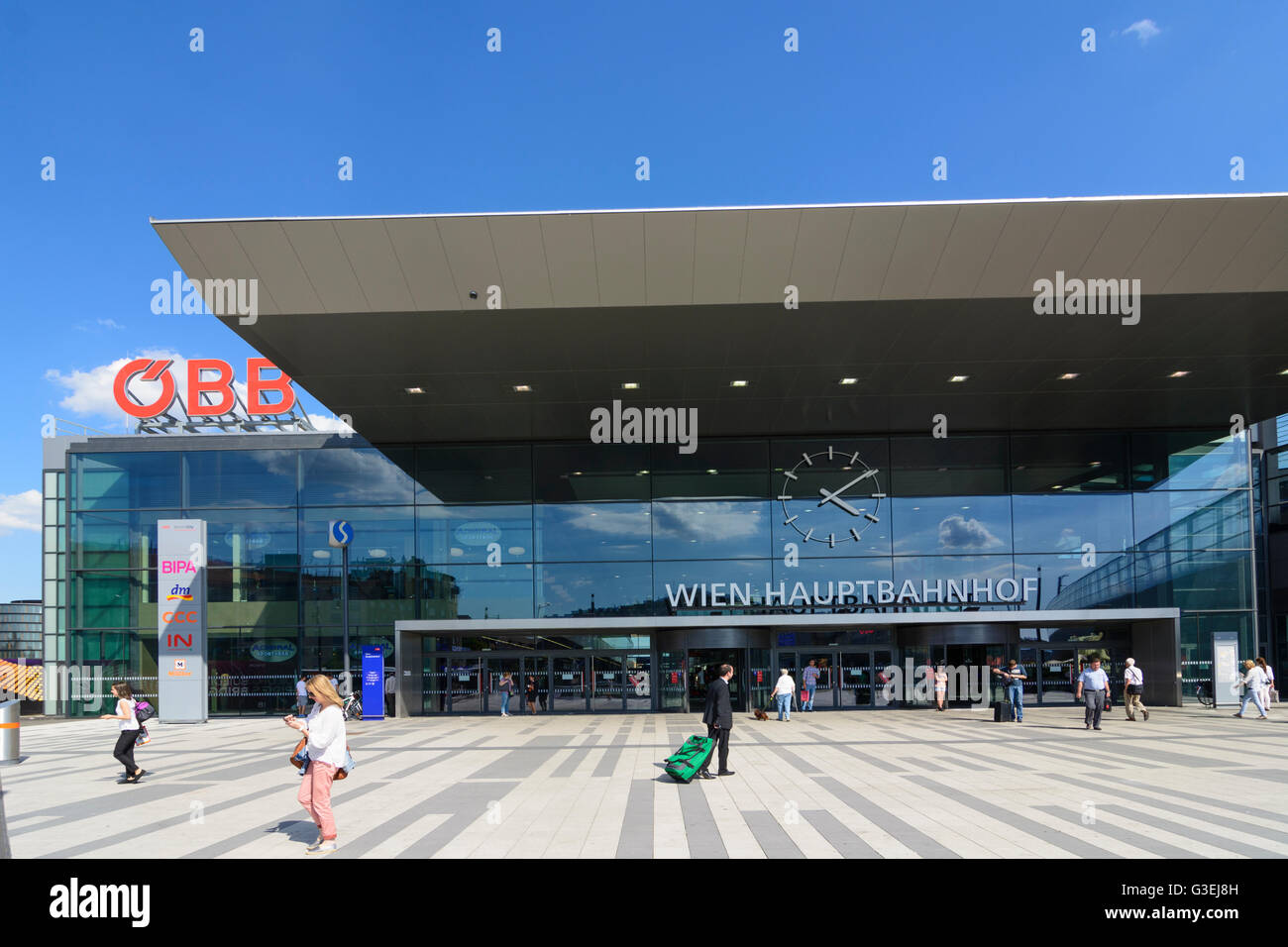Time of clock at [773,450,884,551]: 4:09
